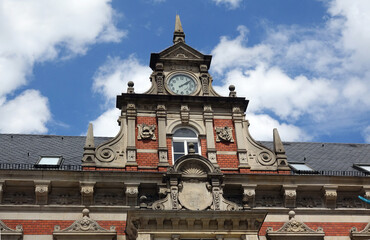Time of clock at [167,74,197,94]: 2:09
